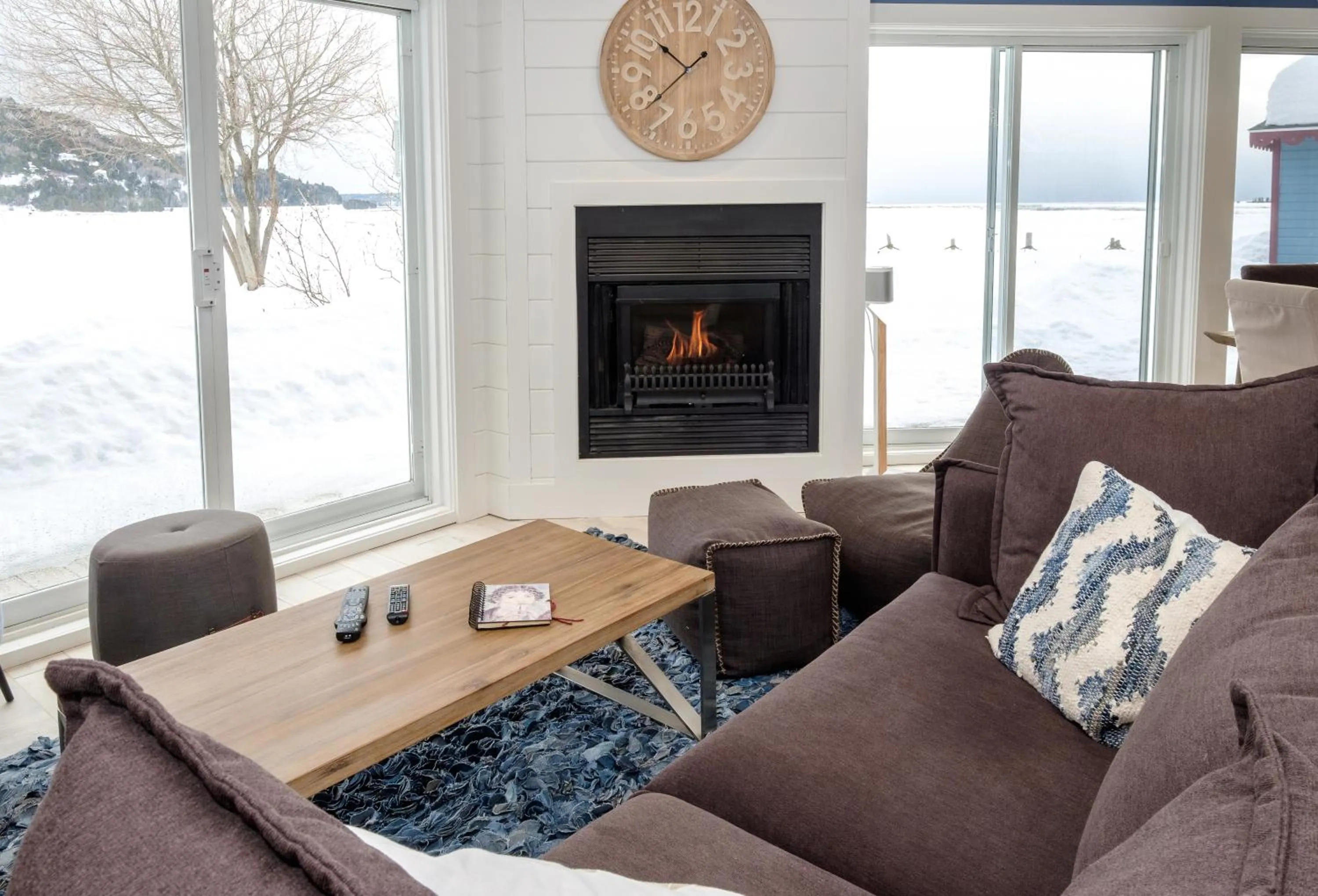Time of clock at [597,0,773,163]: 10:38
